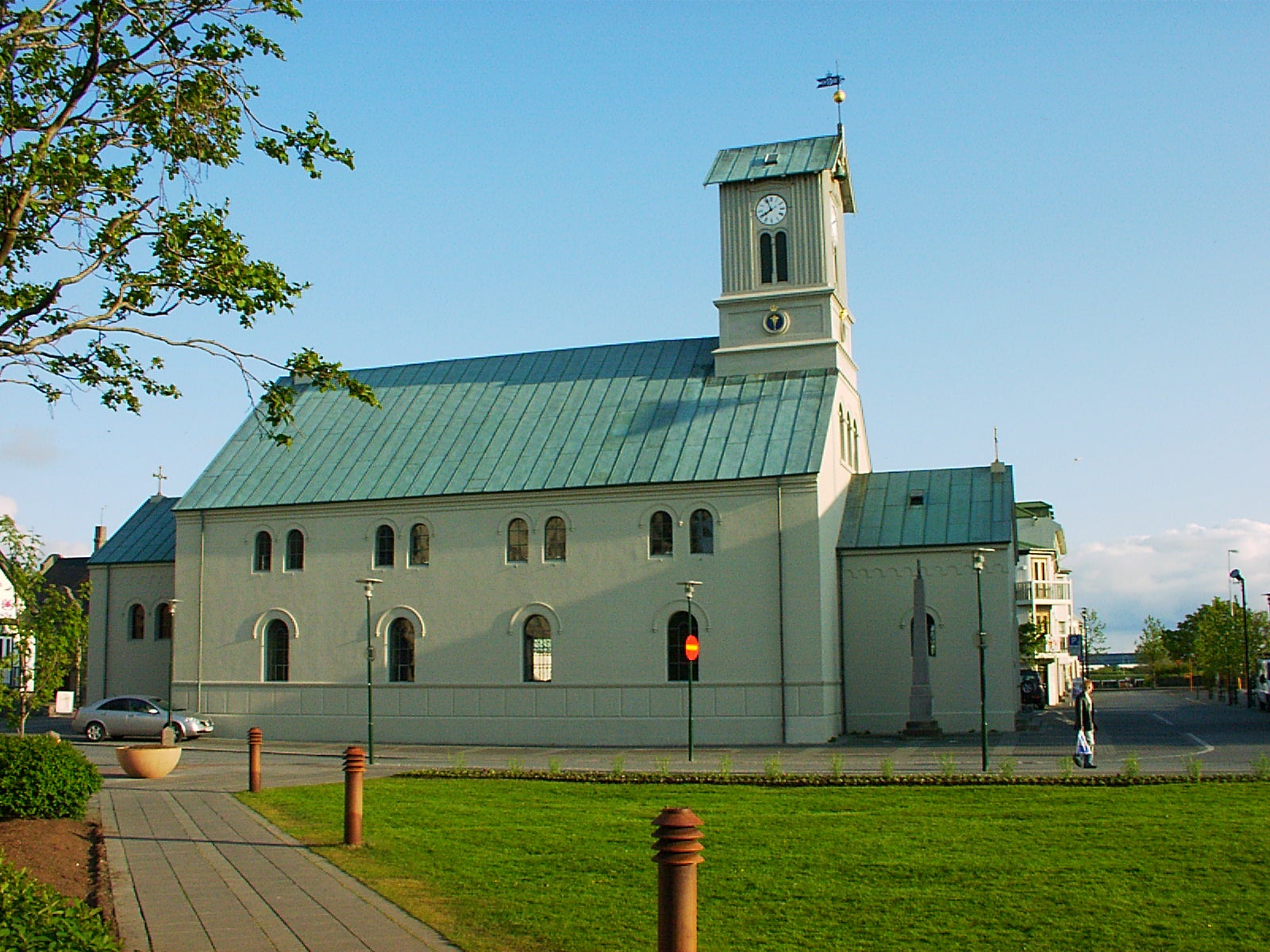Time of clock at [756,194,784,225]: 7:55
